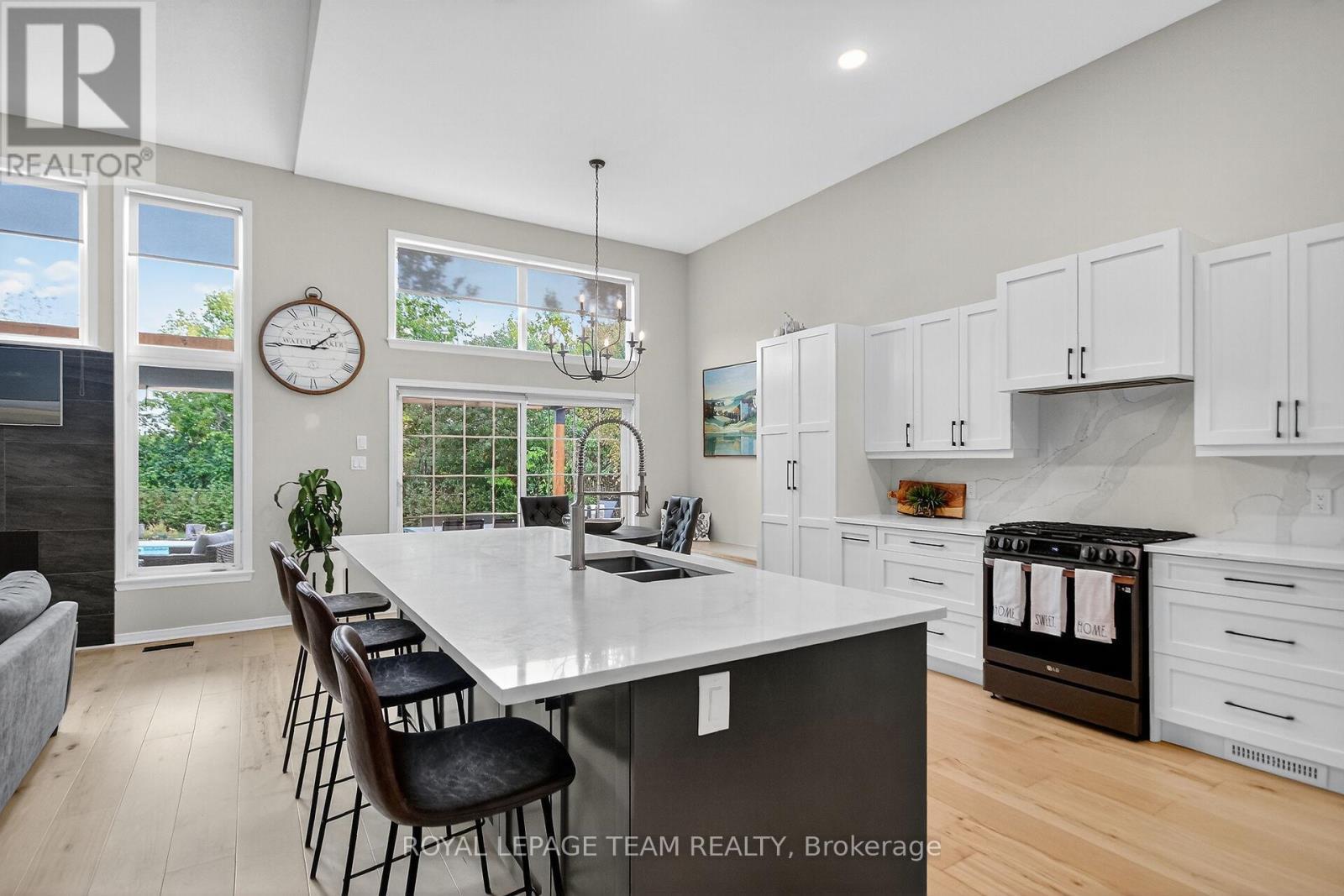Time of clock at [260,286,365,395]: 1:45
